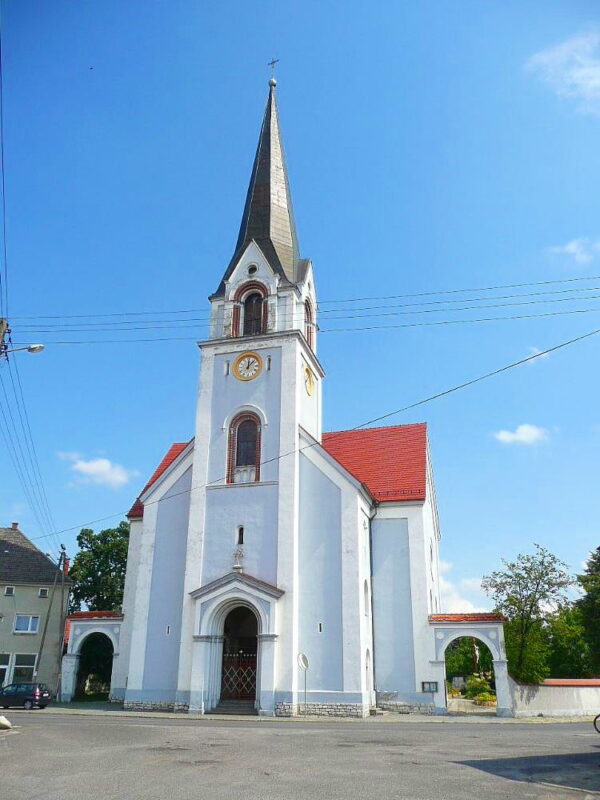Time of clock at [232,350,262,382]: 12:07
